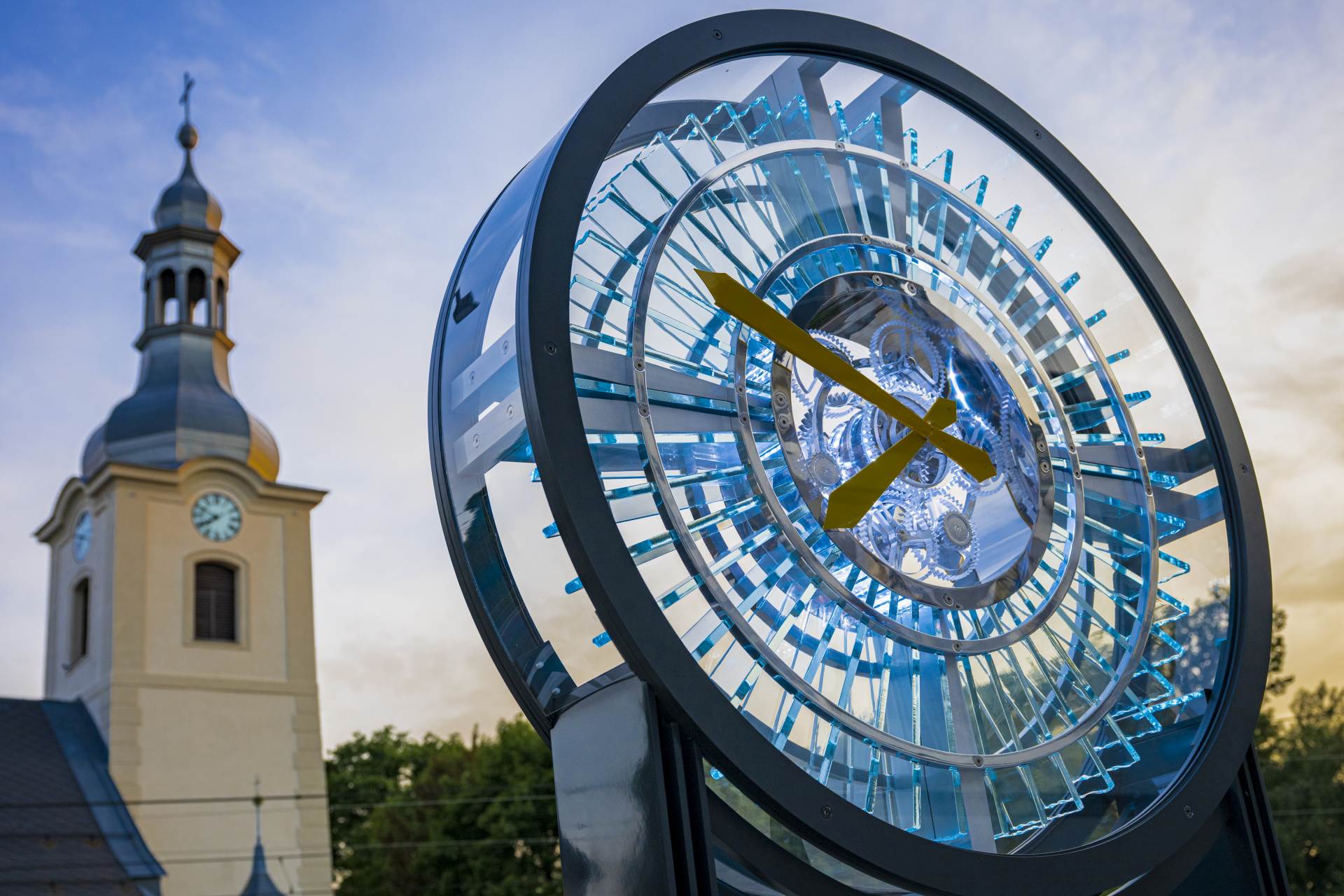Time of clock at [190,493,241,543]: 7:49
